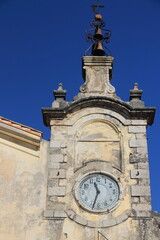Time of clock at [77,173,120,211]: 11:33
